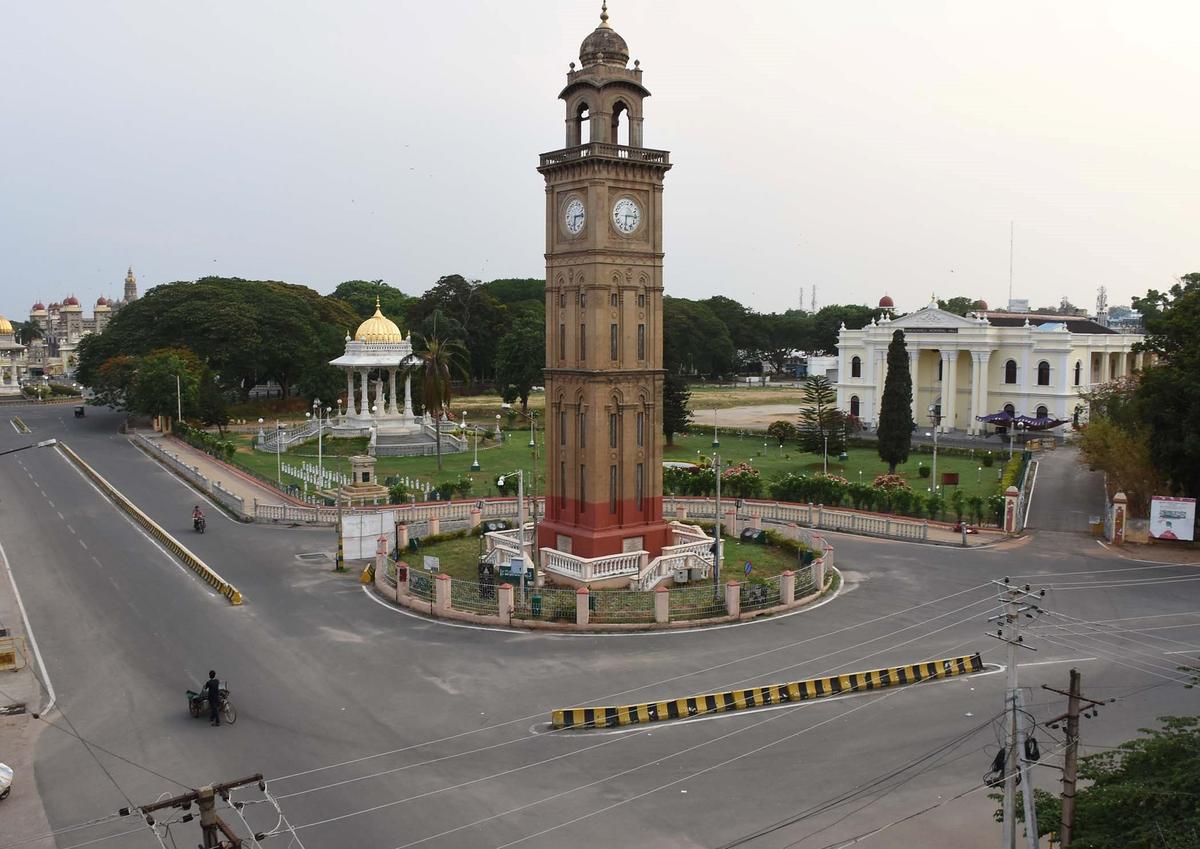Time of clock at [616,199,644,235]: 6:15
